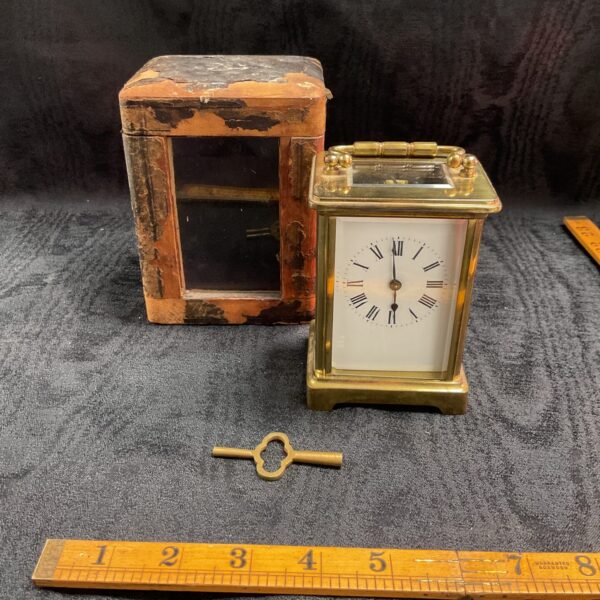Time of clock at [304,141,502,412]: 5:59
